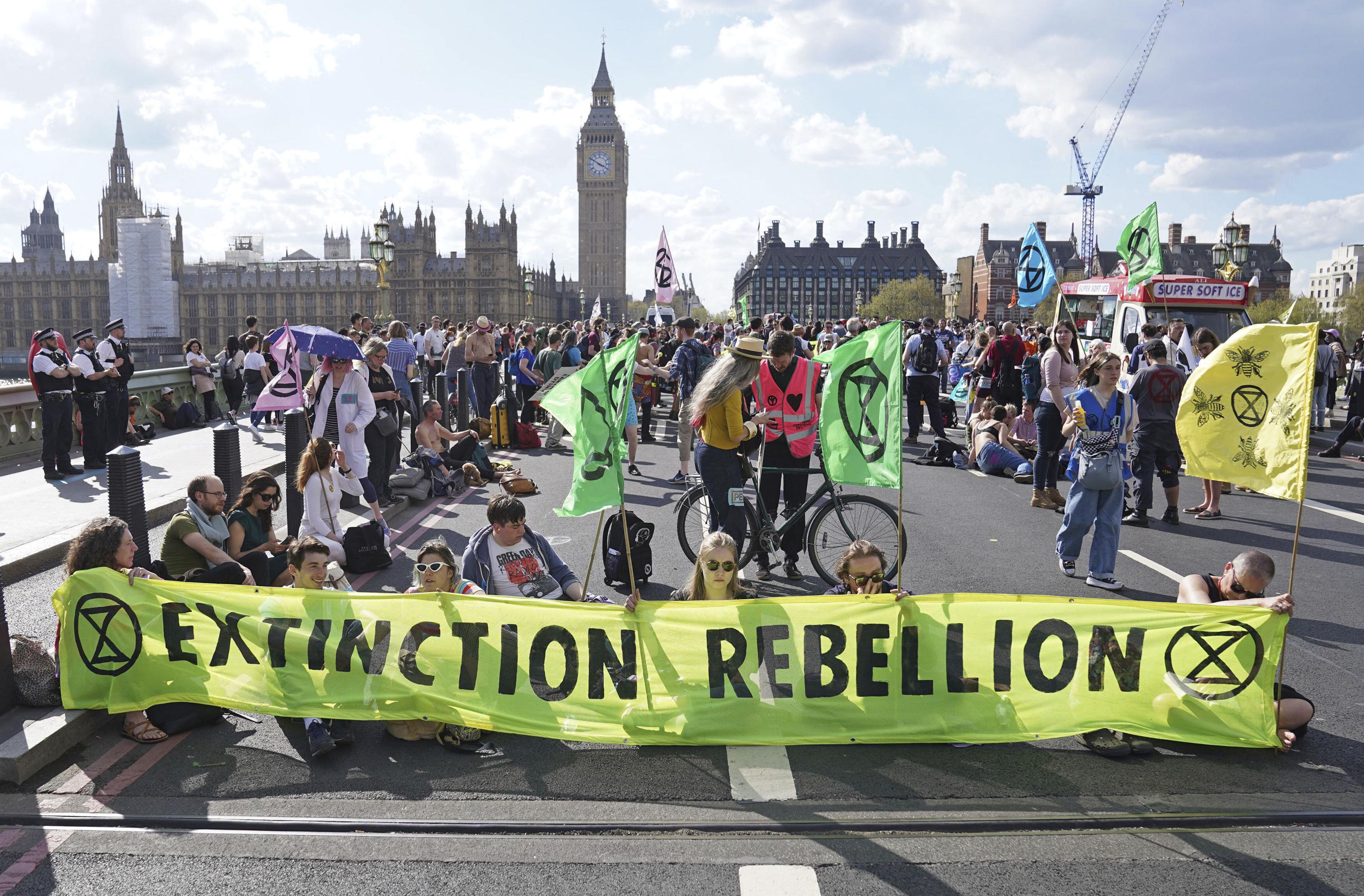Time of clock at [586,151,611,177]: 3:50
